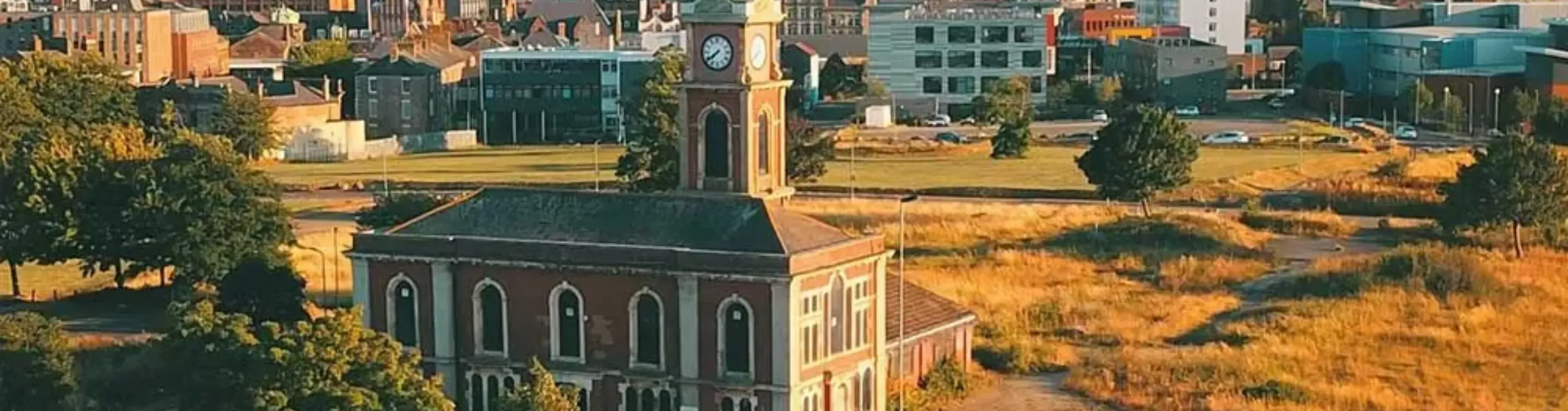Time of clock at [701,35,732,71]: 7:39
